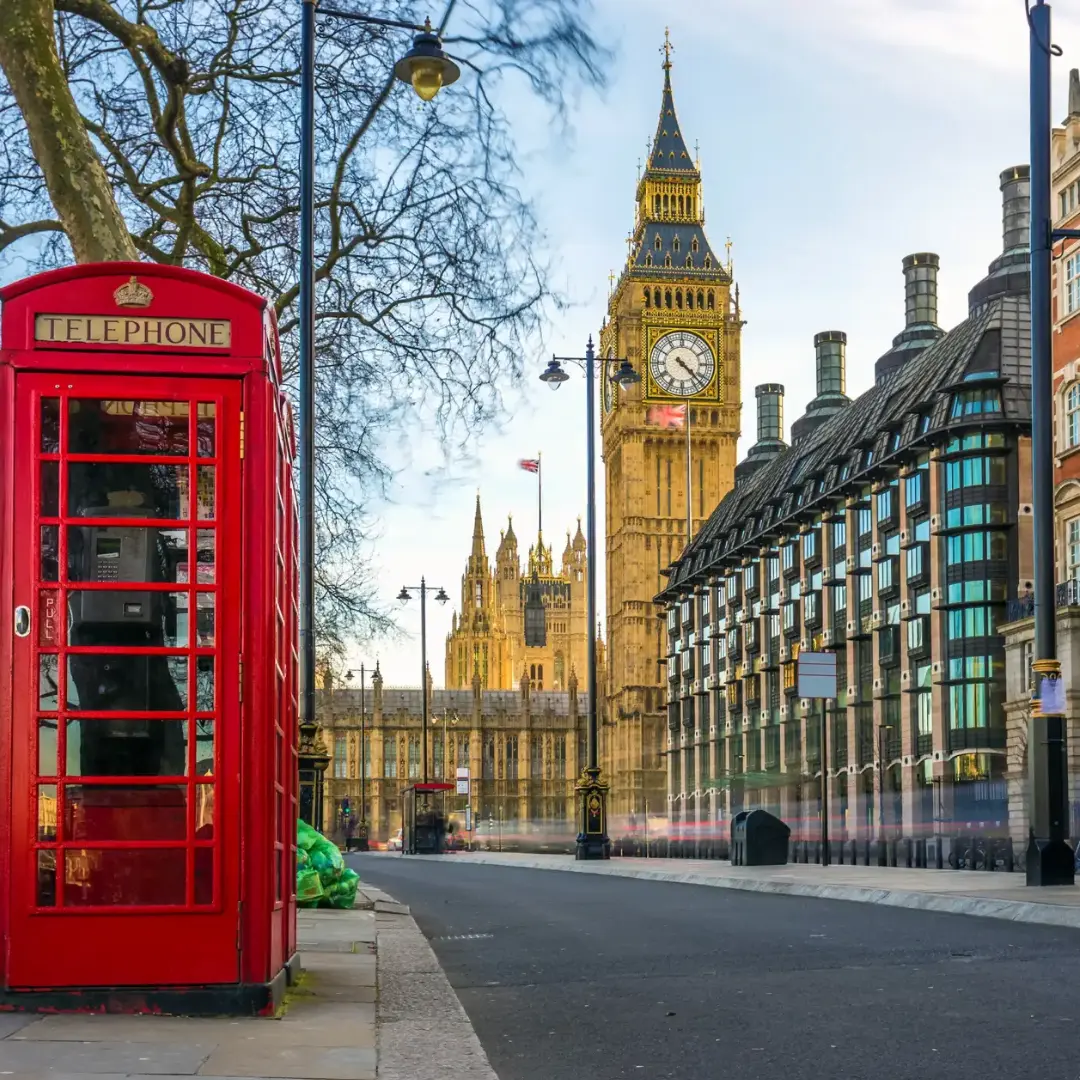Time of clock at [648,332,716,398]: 4:22
